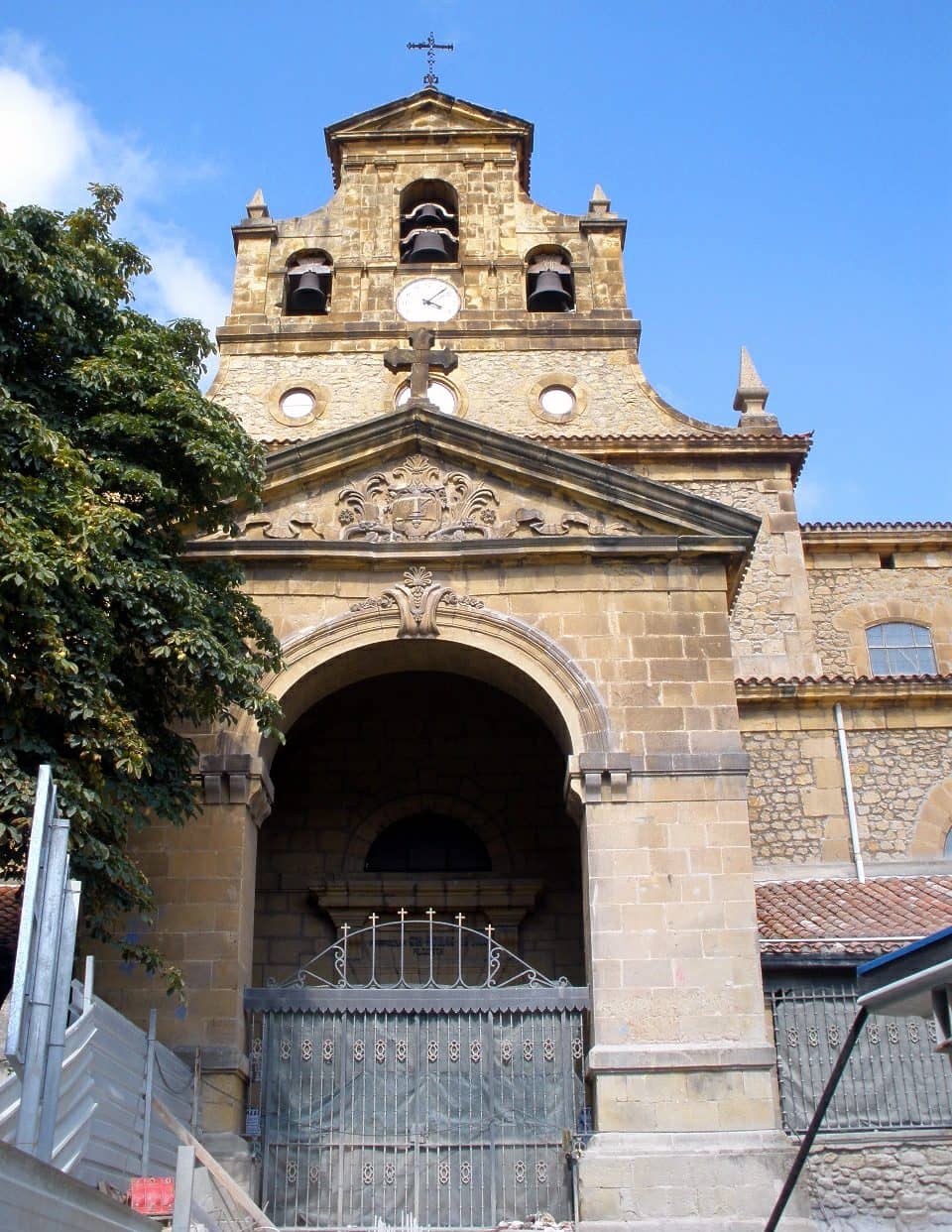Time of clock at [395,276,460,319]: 4:07
